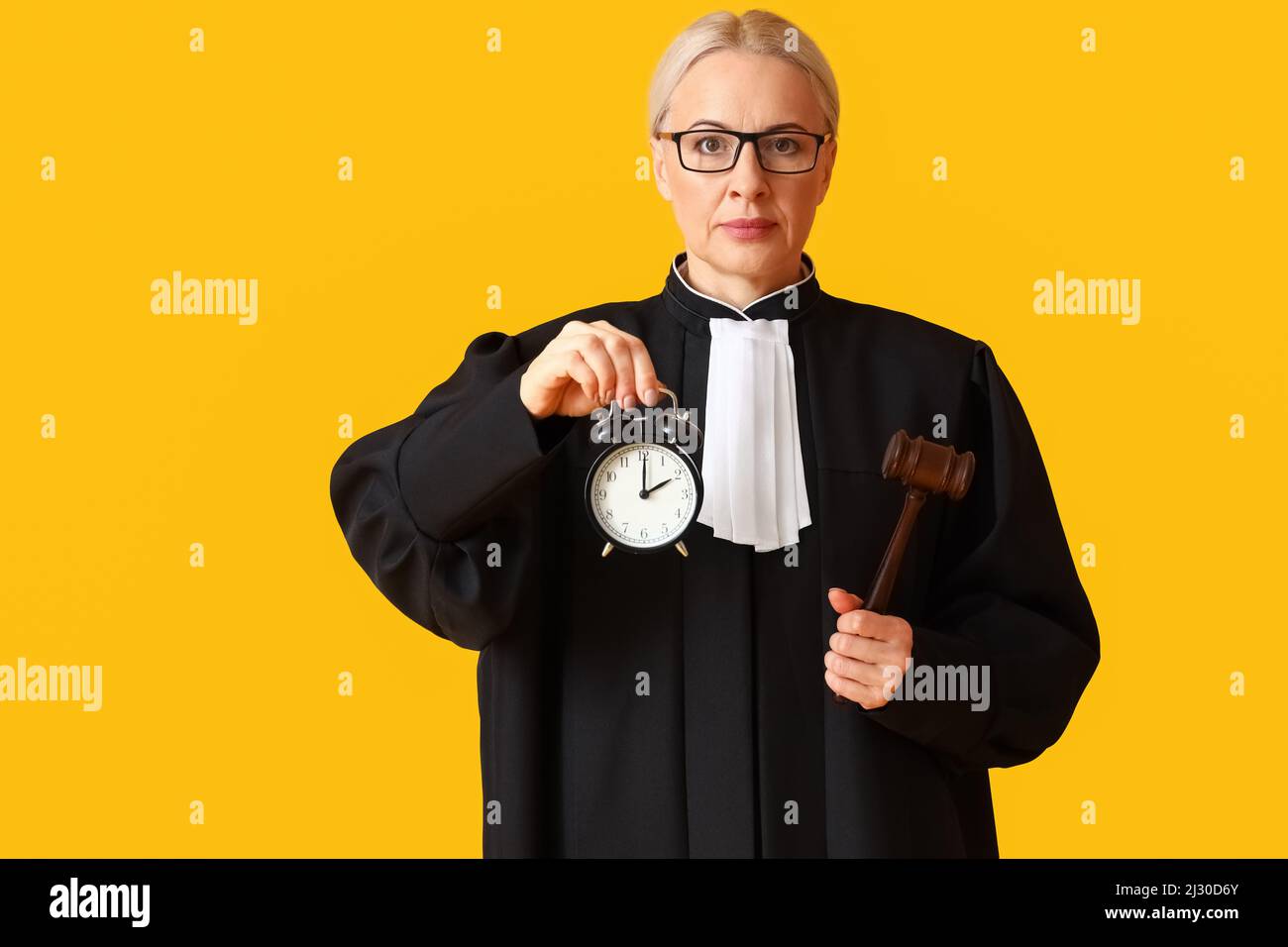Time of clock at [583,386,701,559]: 2:00
